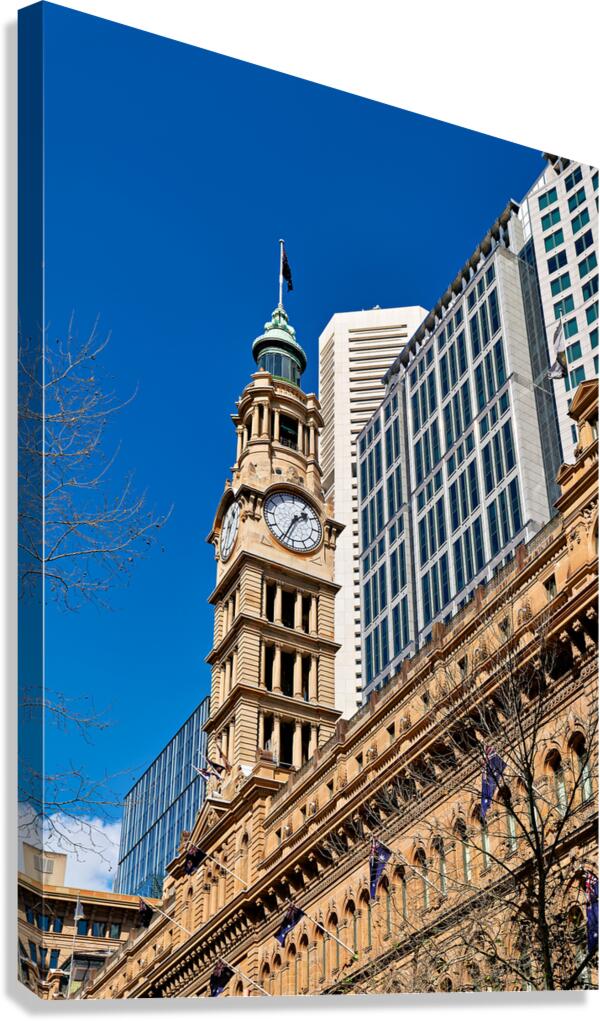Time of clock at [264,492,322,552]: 1:34
